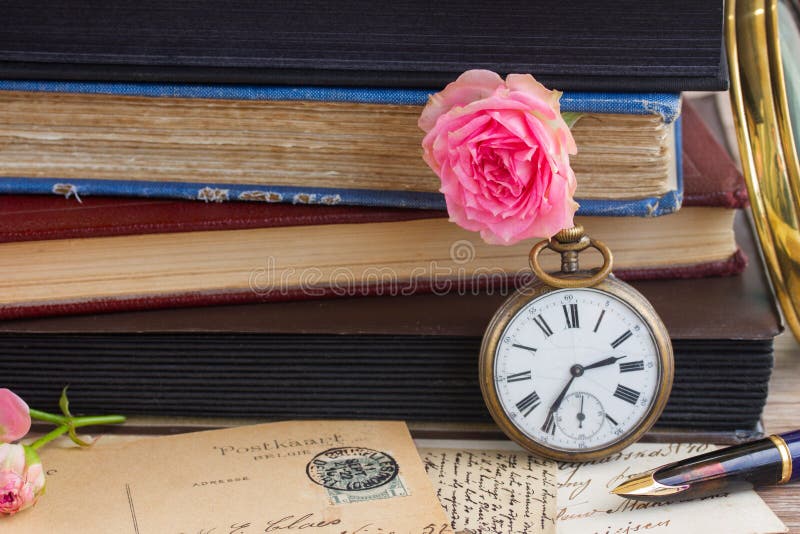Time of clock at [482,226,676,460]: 2:35
